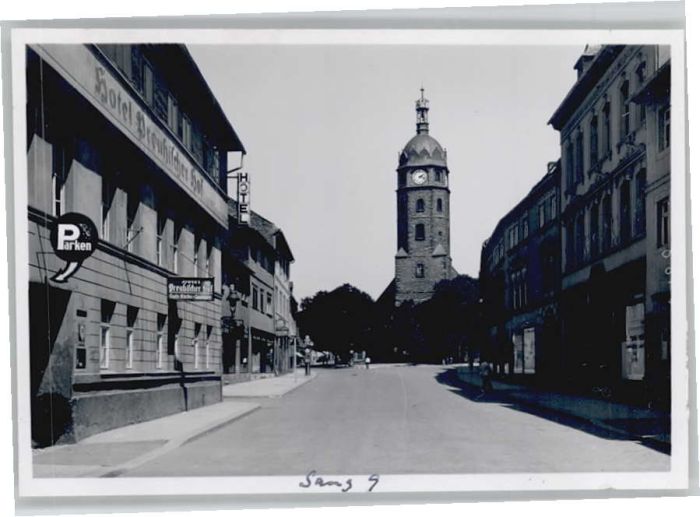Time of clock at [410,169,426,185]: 2:18
